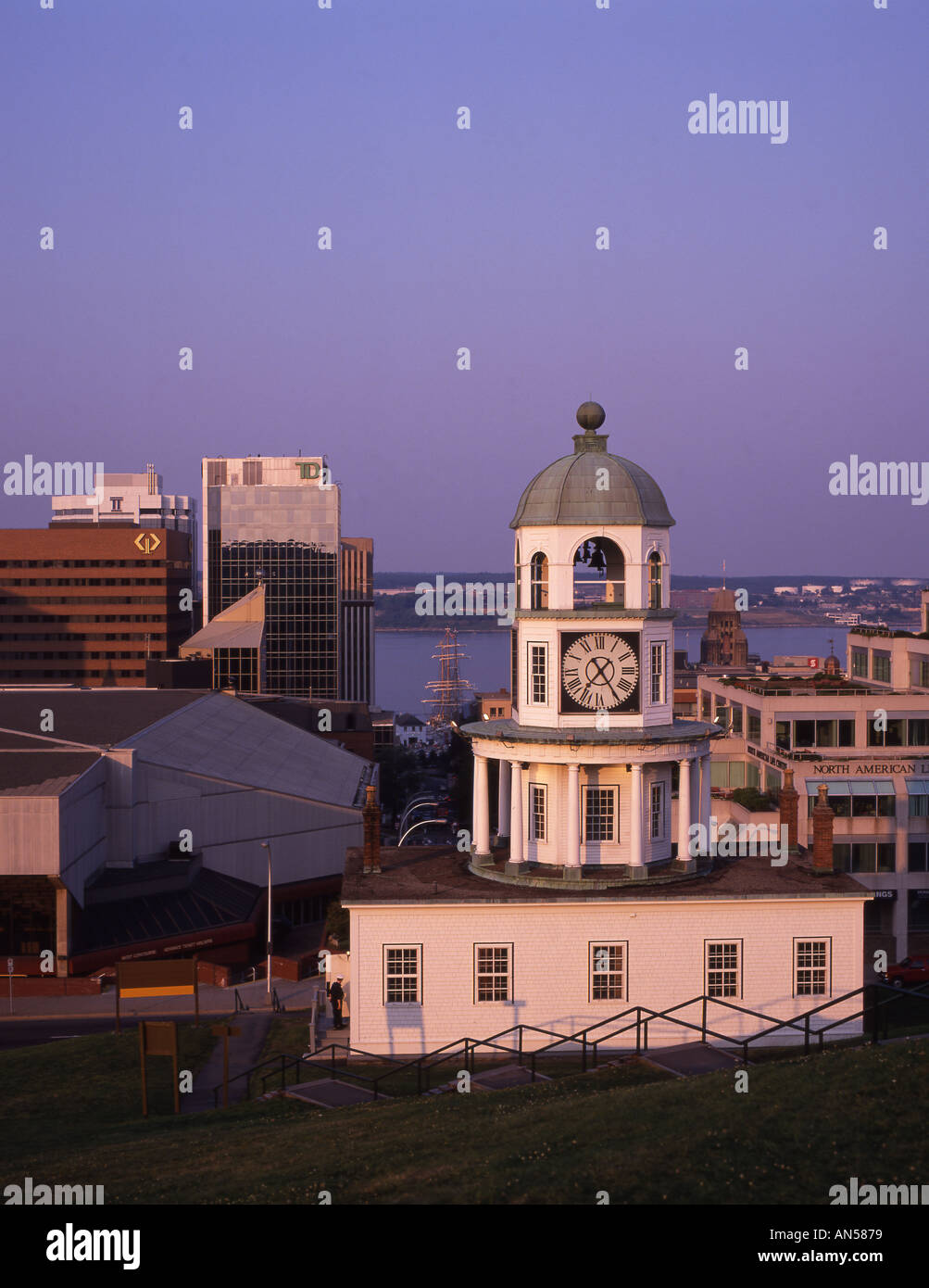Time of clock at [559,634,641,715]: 7:24
